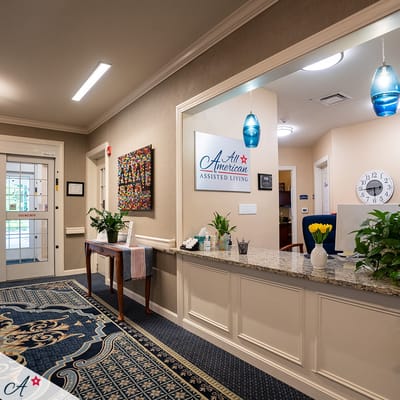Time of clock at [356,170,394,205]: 5:44
